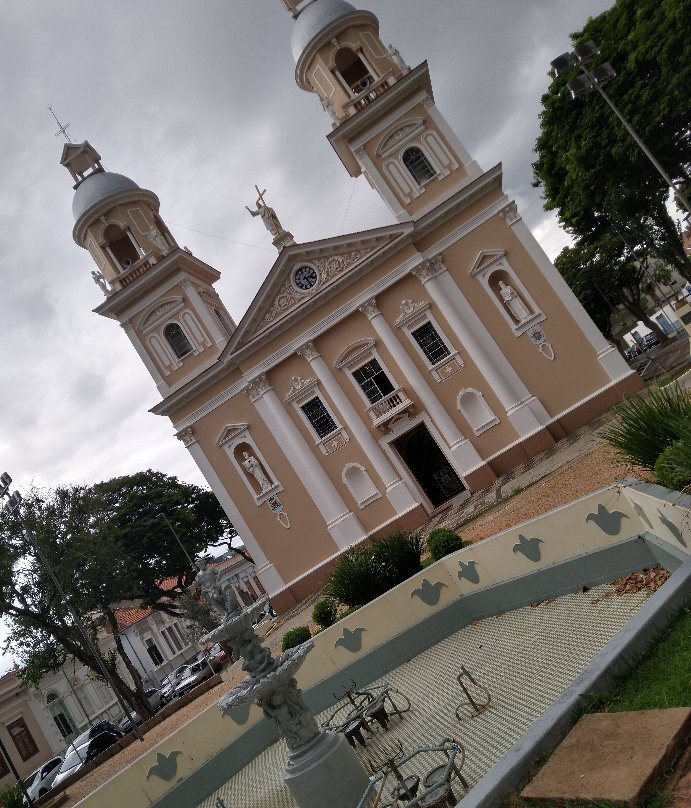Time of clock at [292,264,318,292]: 2:23
